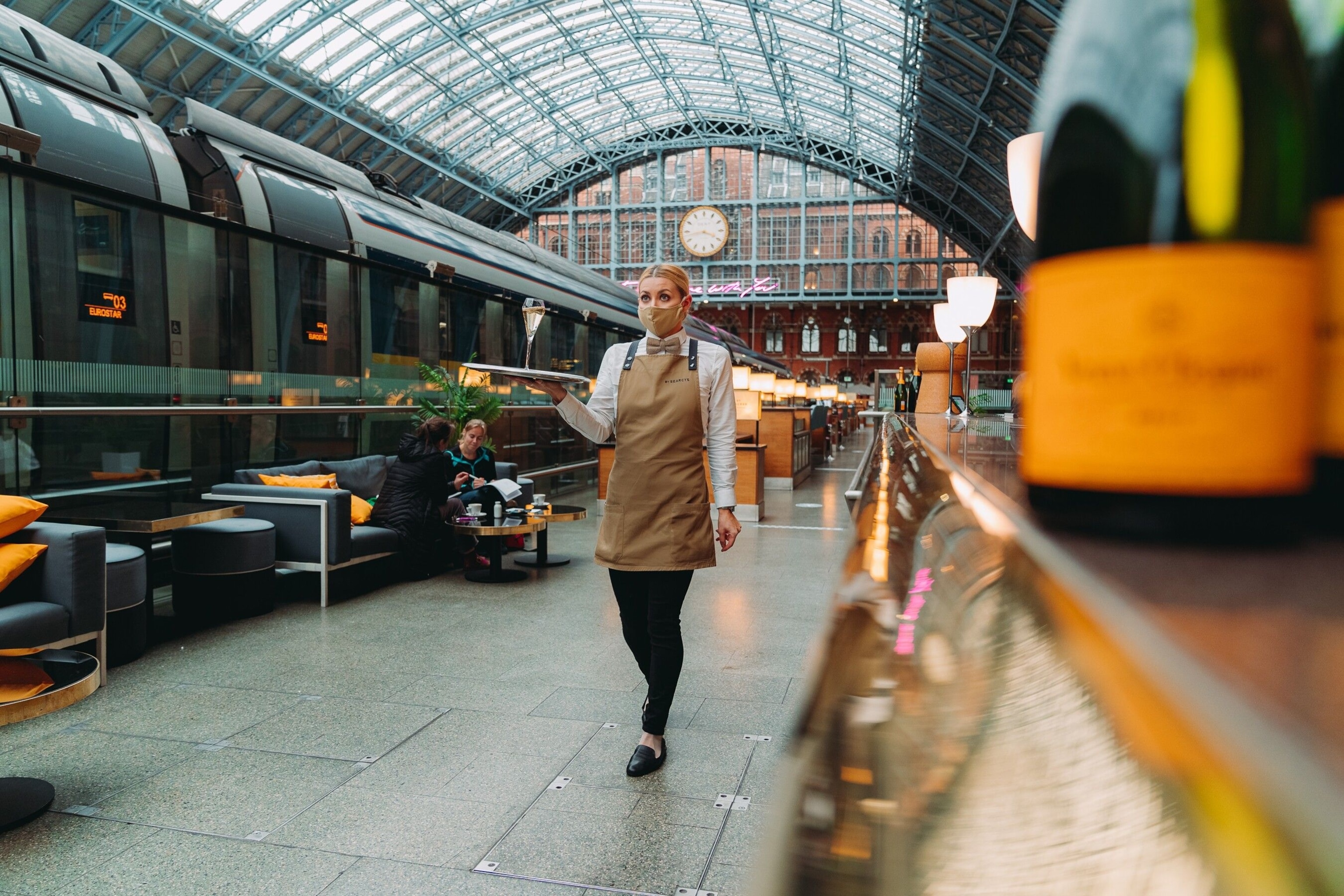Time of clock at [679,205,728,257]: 3:43
